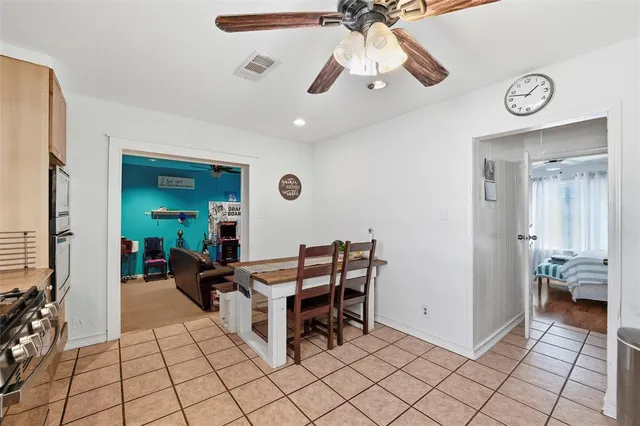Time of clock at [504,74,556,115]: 1:47
